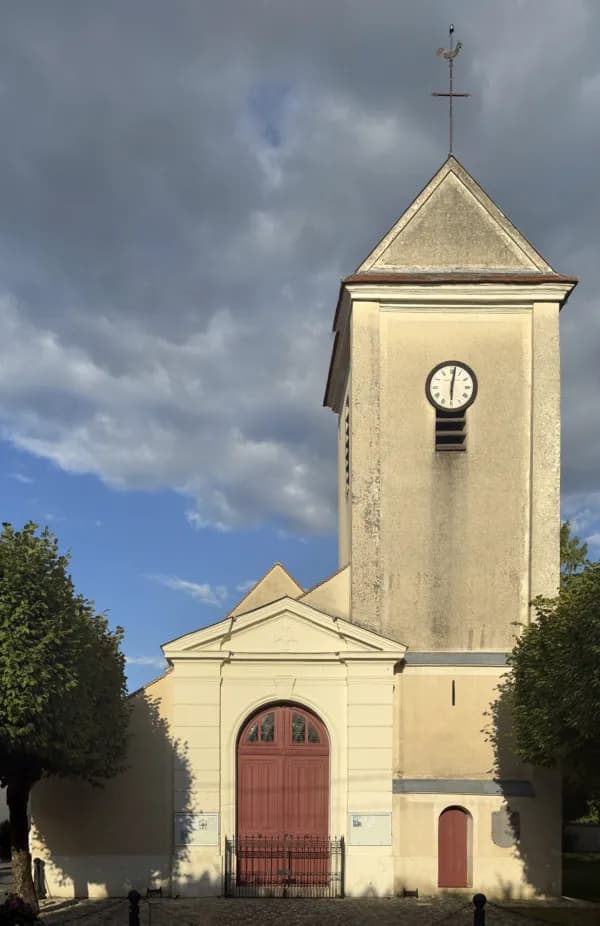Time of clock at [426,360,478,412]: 6:01
